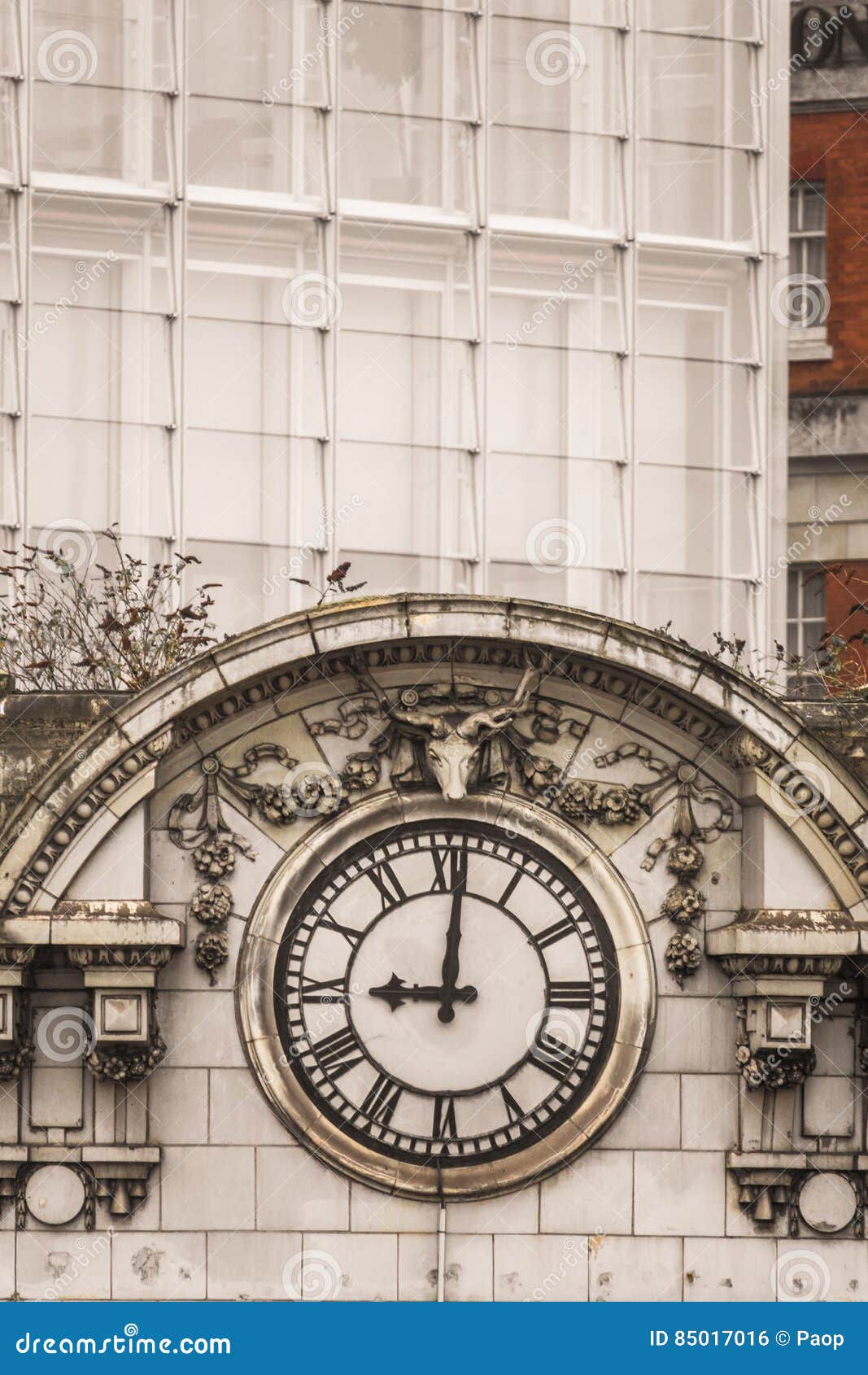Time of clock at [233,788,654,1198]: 9:00
